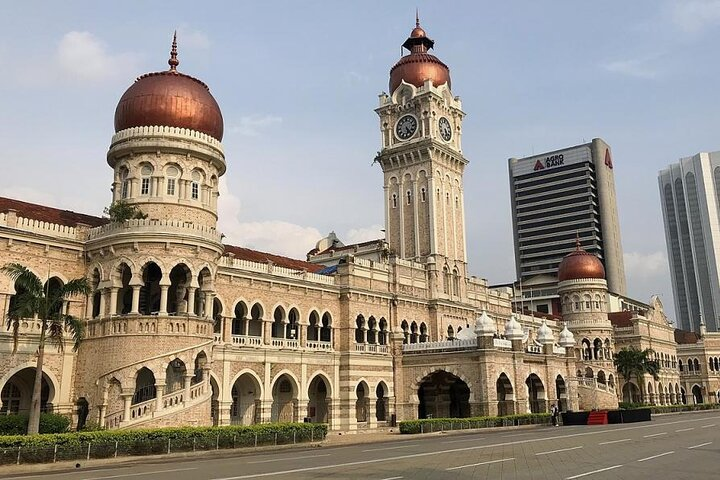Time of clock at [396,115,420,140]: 5:23
